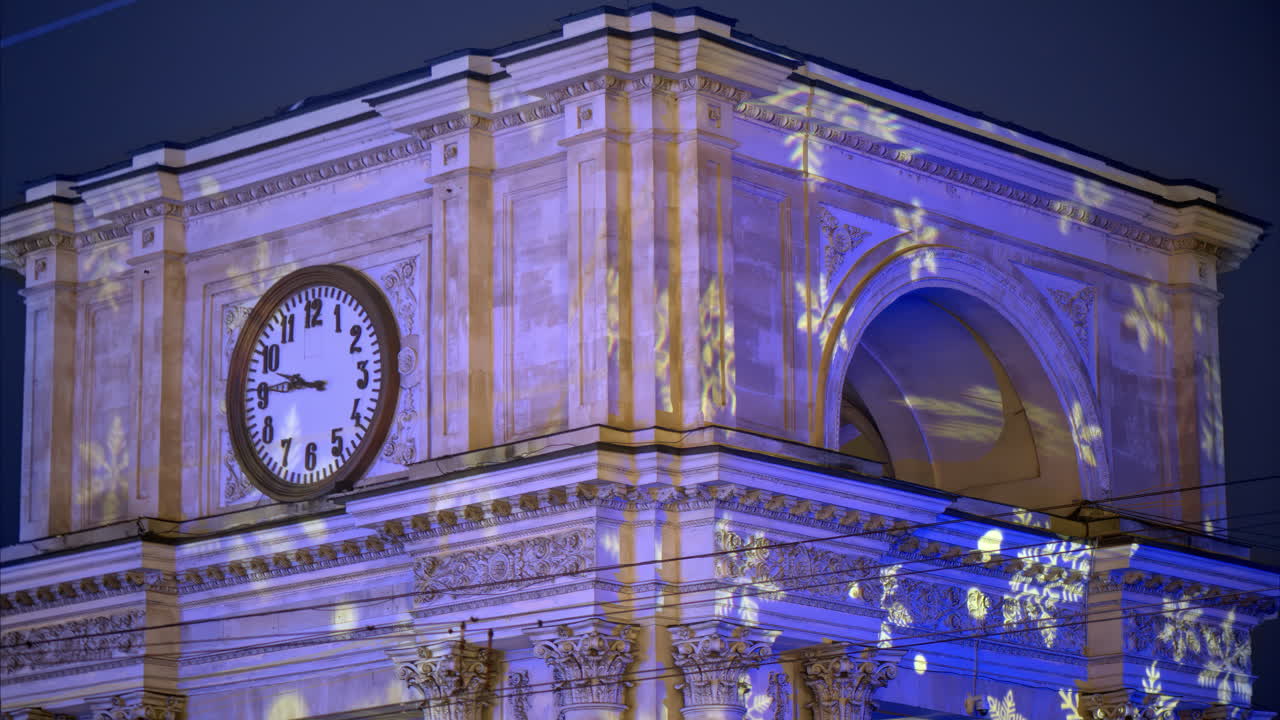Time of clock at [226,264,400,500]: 9:45
